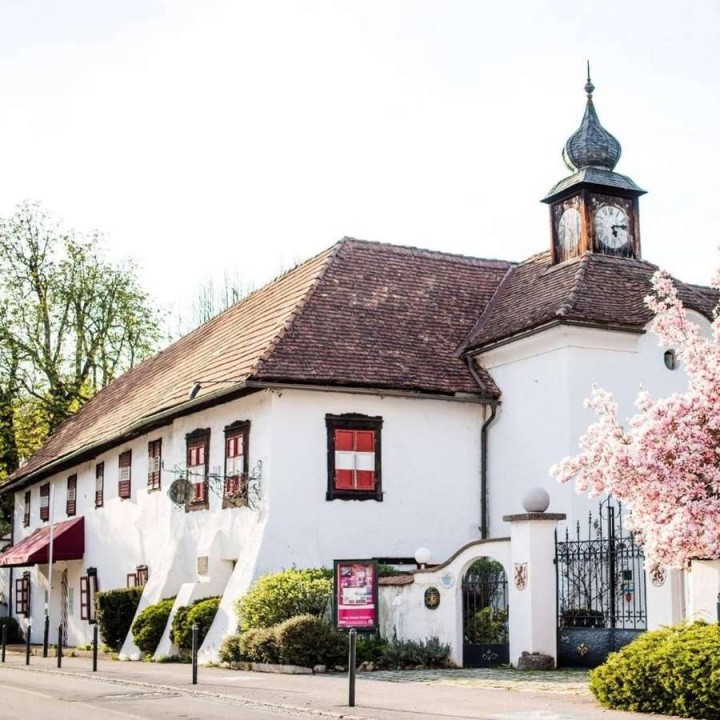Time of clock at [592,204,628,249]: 5:14
